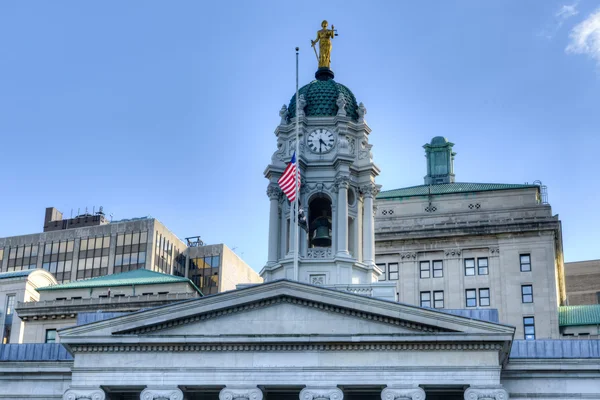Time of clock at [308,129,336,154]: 4:30
